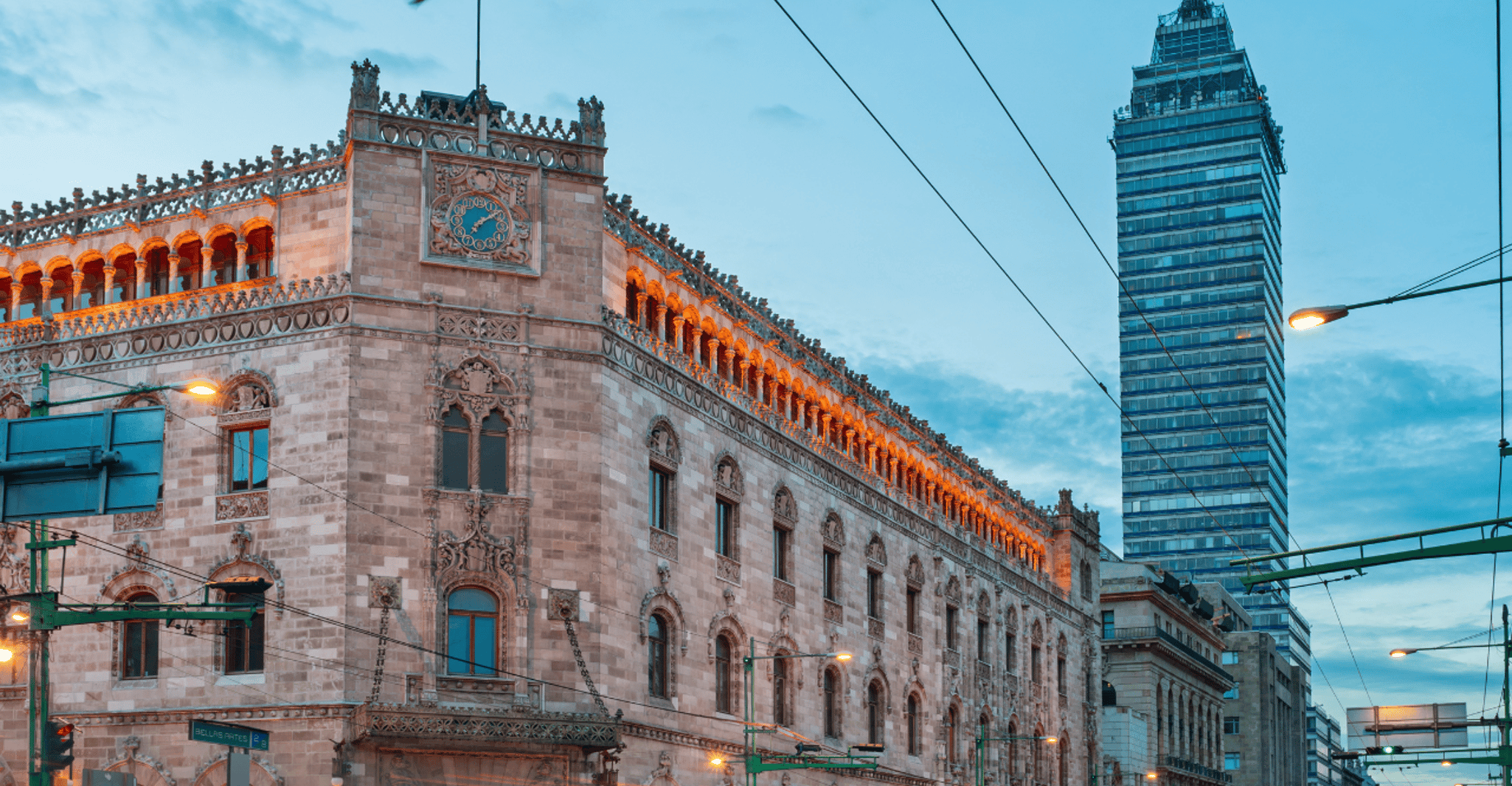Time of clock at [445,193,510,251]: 7:09
